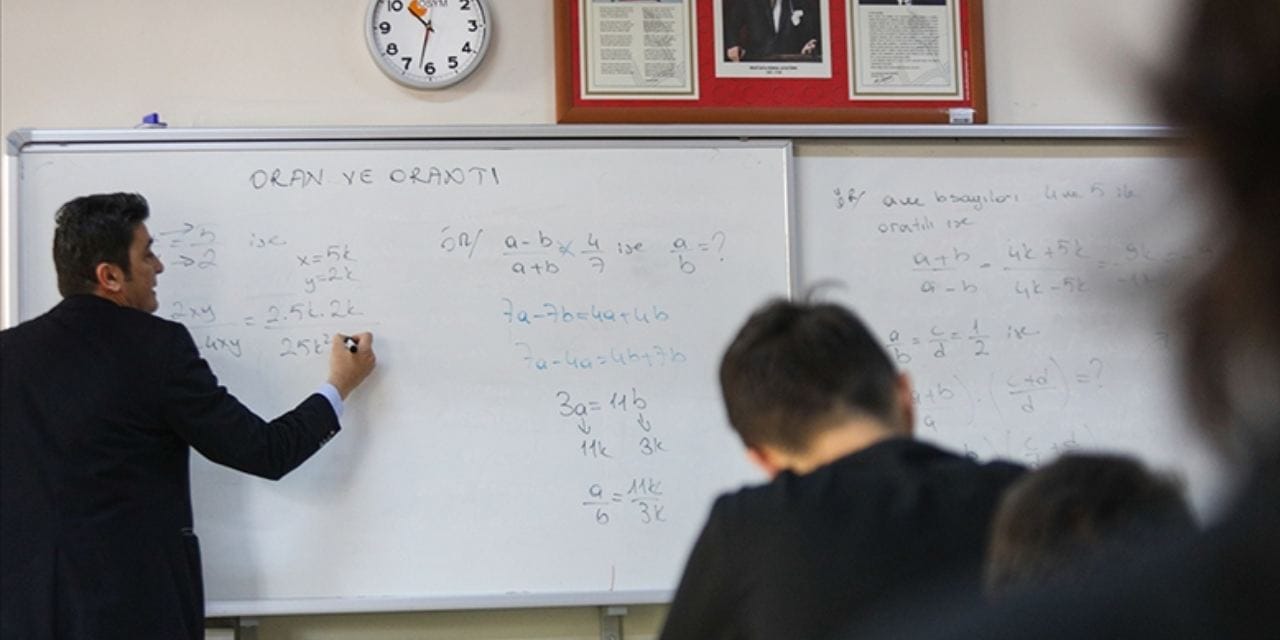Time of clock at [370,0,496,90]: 10:32
